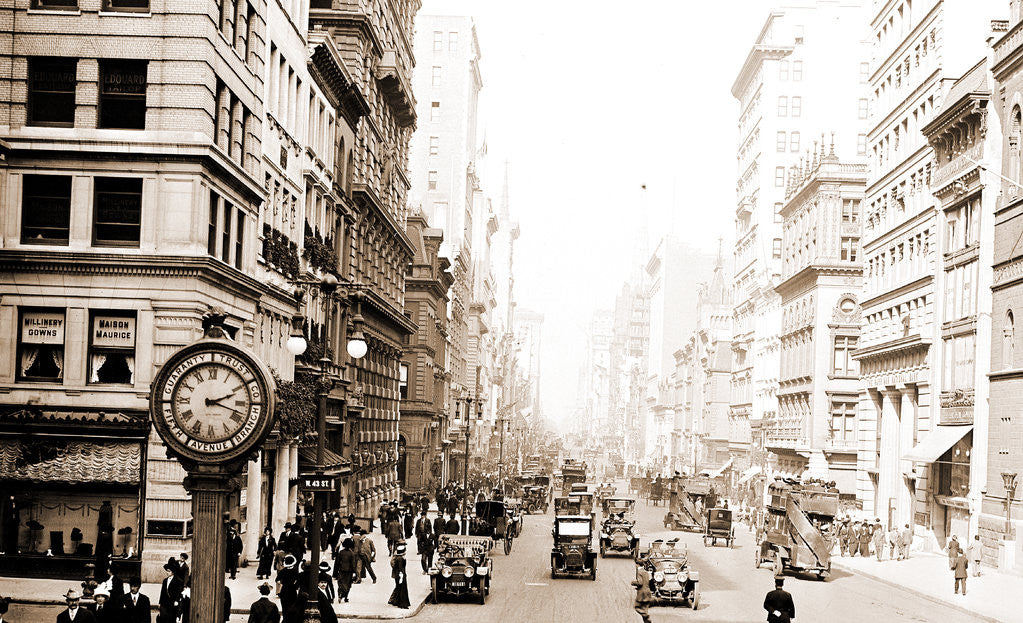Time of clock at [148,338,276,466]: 2:18
